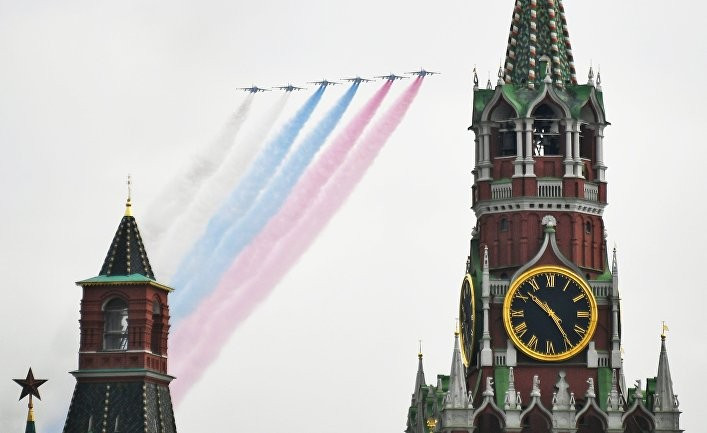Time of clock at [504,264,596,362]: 10:24
